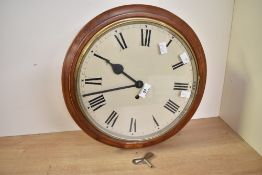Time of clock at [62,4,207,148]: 9:42
